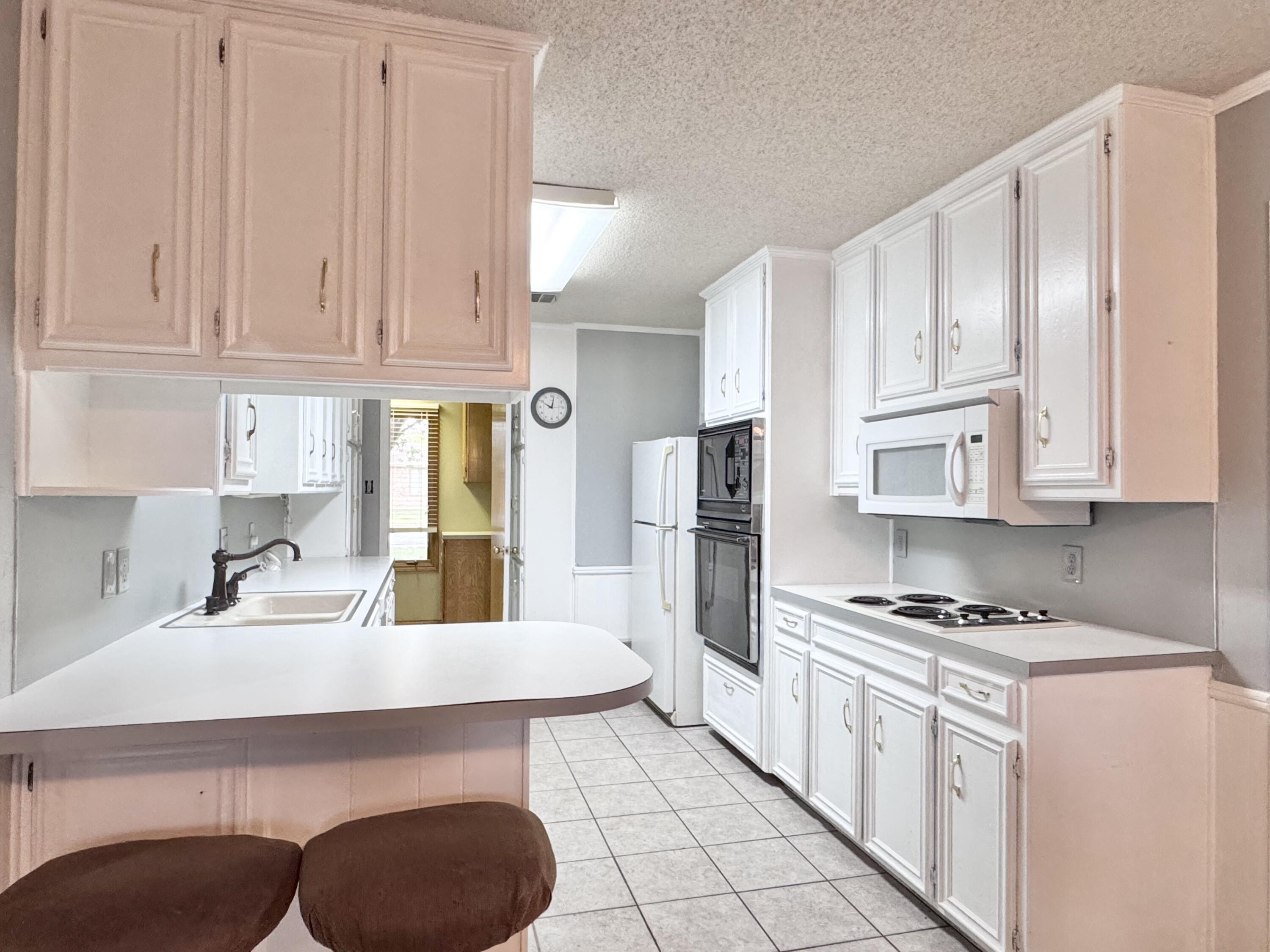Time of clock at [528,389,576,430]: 10:02
